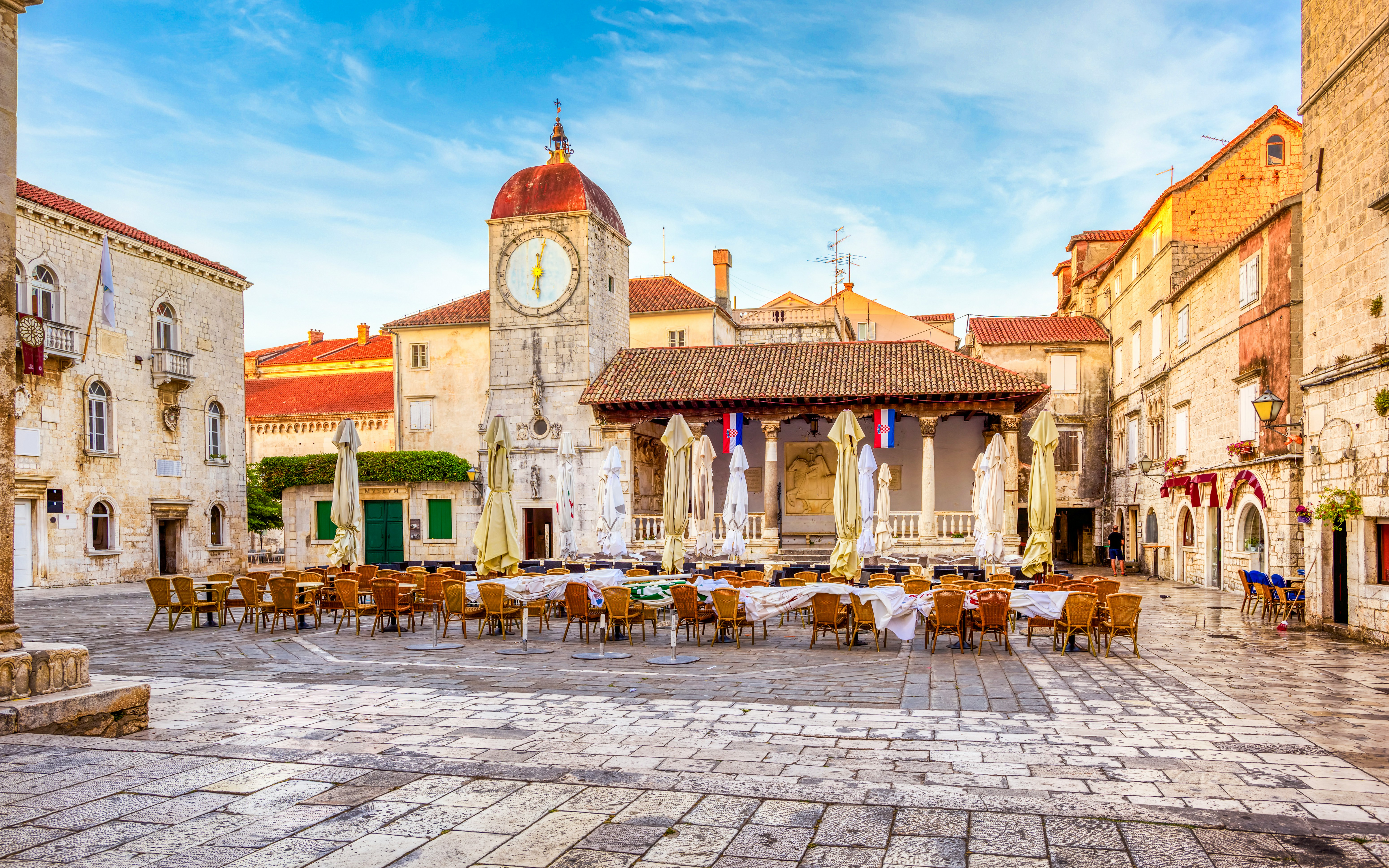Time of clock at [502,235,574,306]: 6:02
